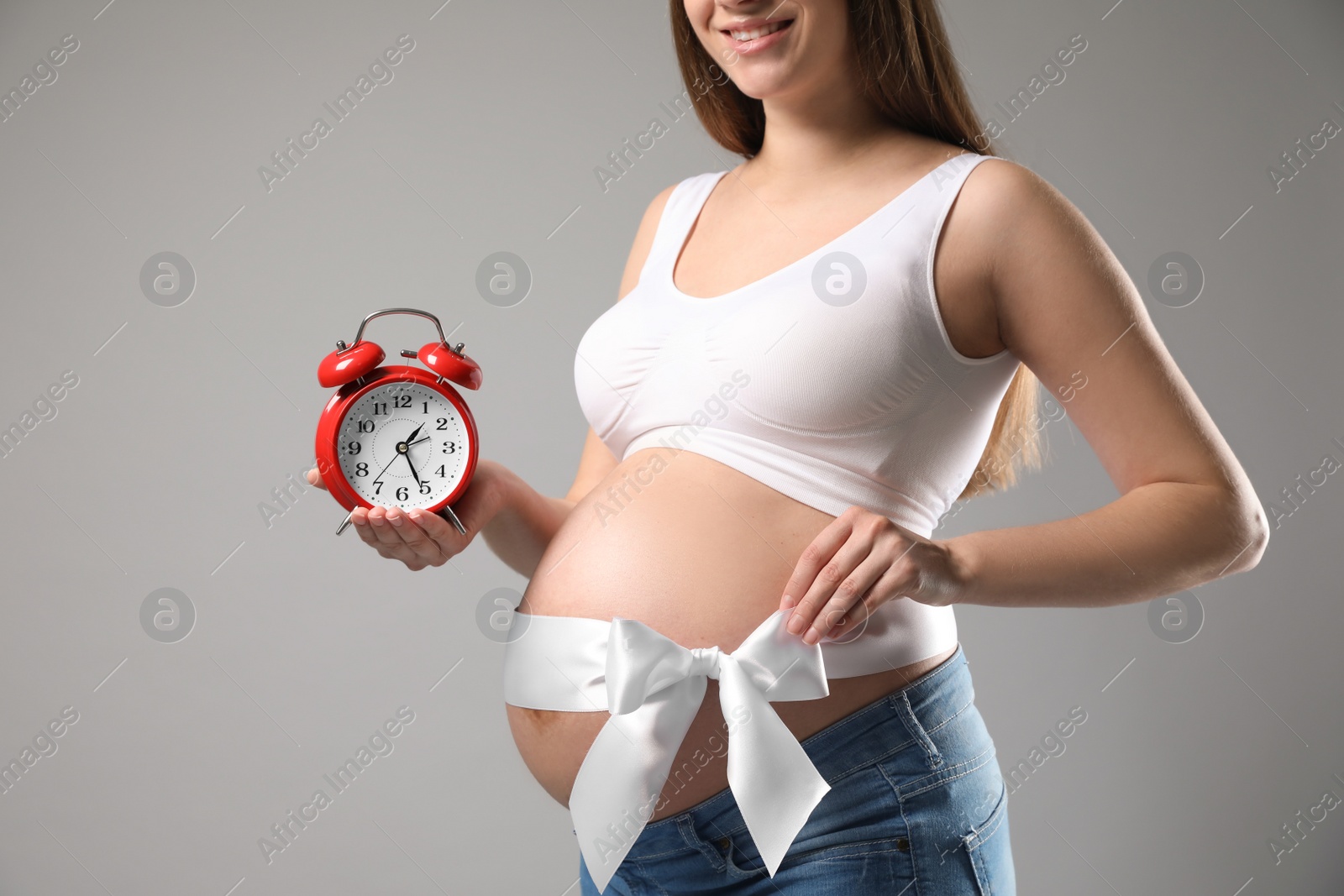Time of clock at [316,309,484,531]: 1:25
